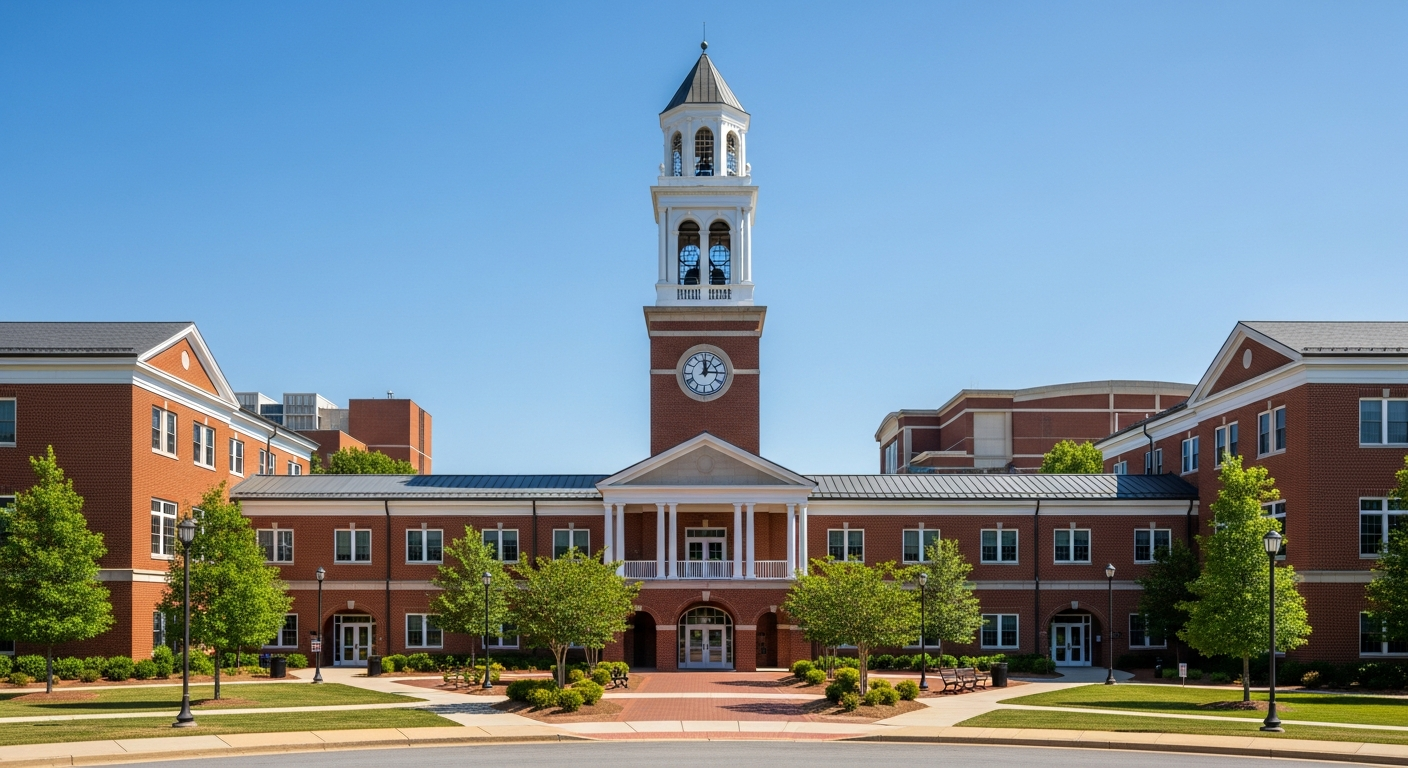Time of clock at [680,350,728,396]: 12:14
